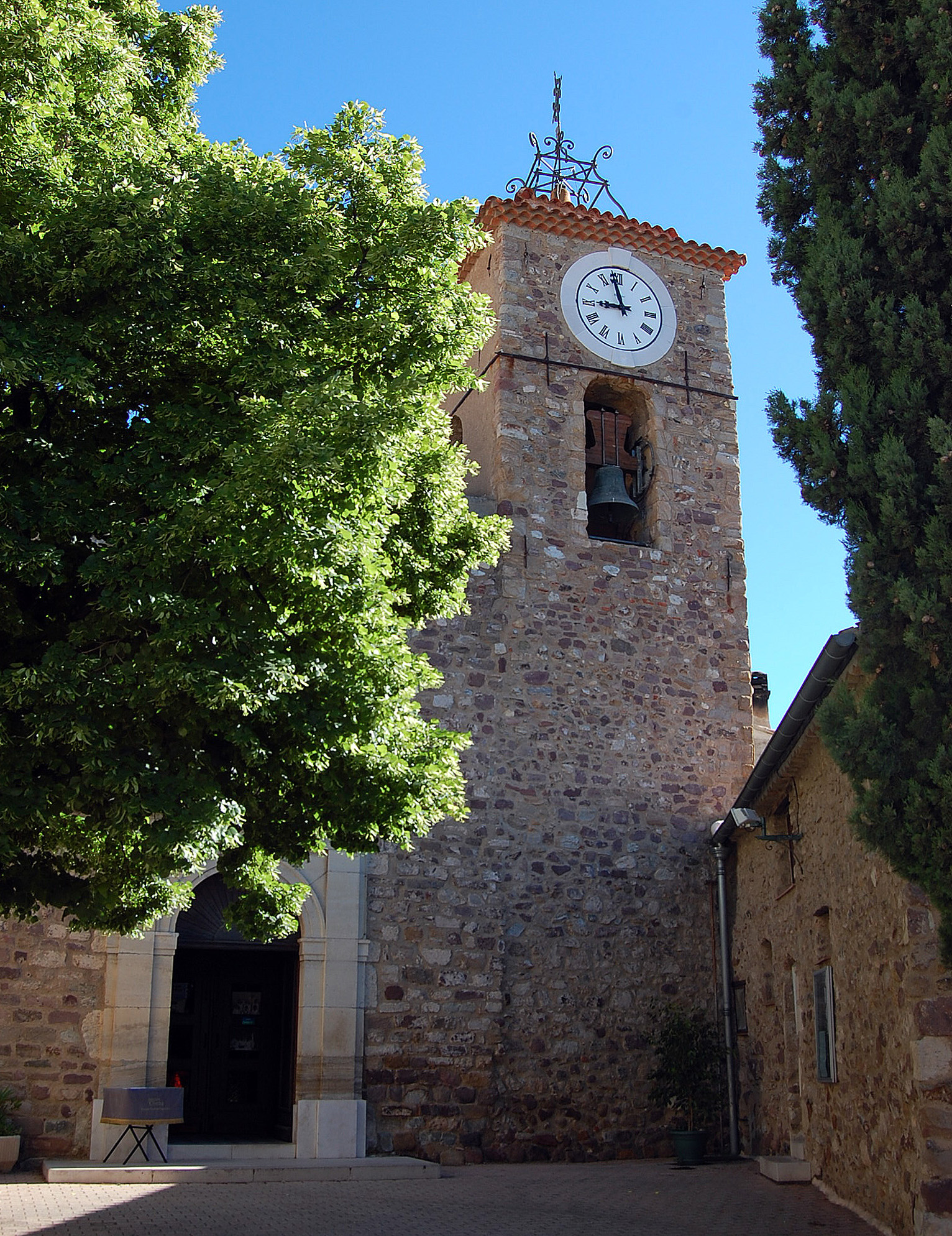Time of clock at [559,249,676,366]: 8:58
